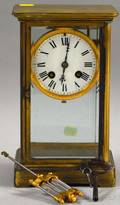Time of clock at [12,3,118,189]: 6:01
